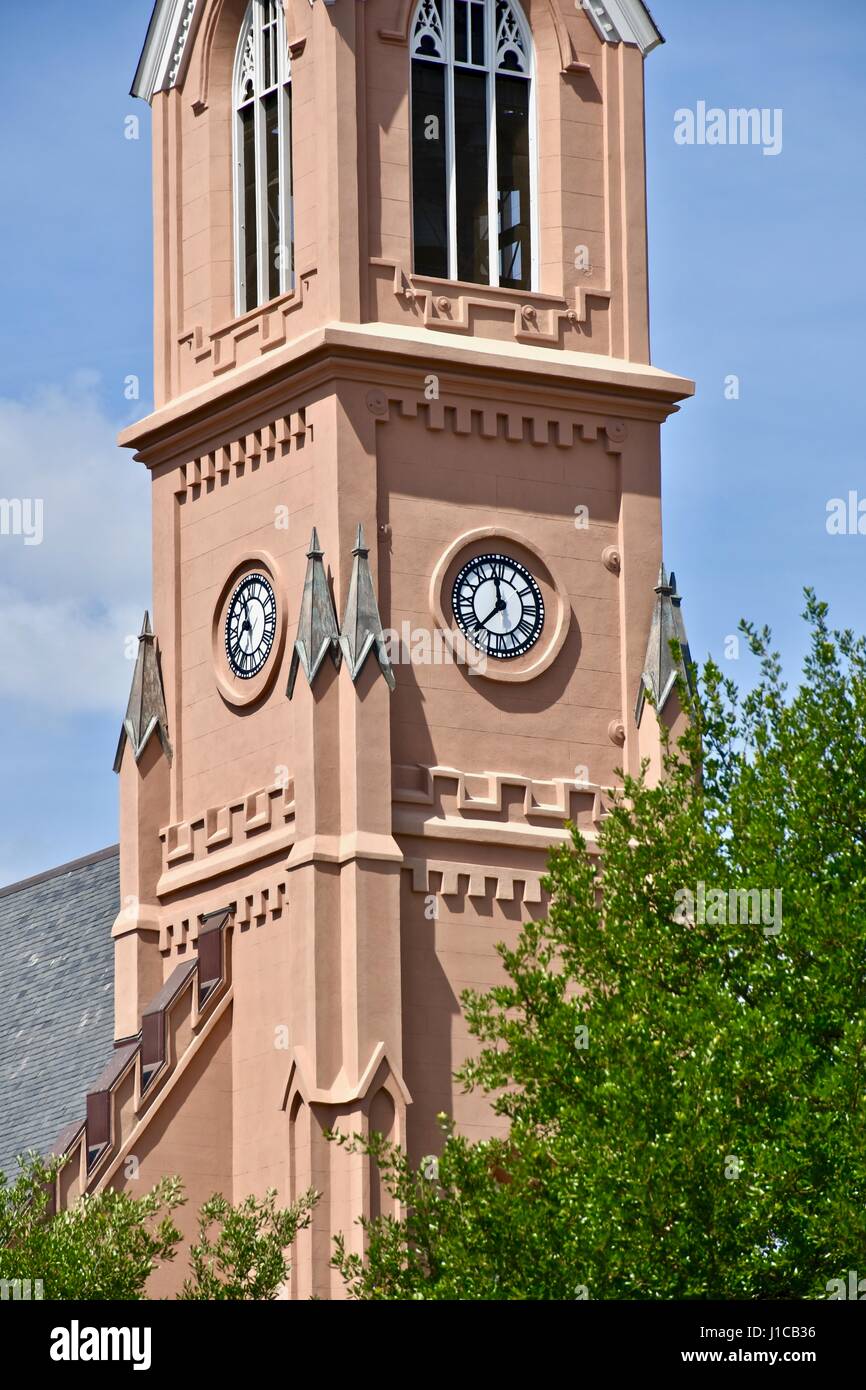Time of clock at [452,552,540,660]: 11:37
